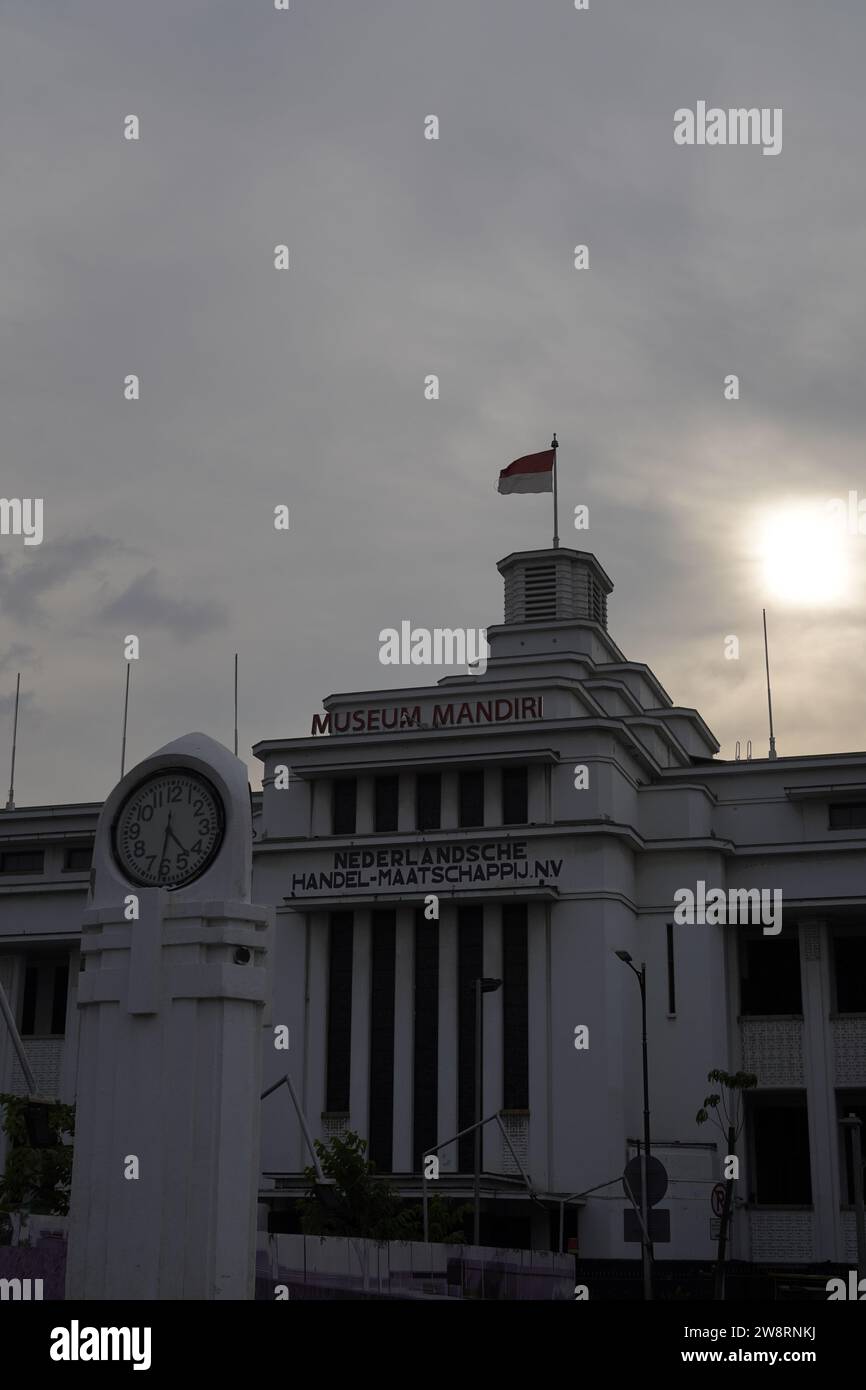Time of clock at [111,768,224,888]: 4:31
